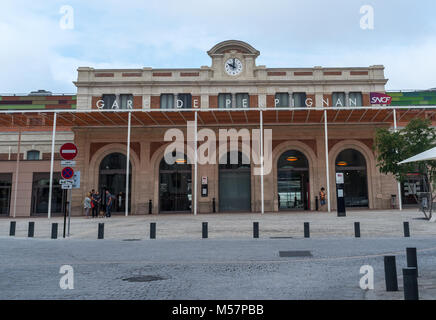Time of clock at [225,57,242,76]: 10:00
